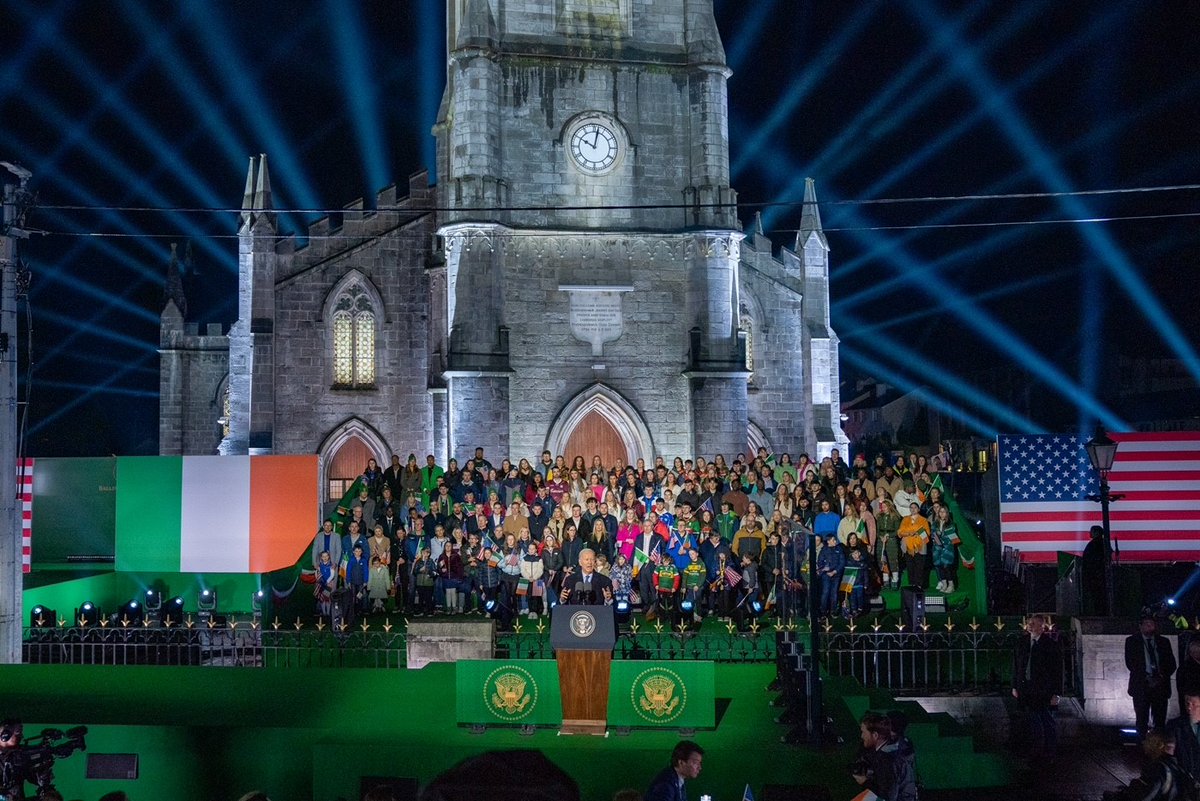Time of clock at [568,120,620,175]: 10:02
